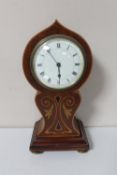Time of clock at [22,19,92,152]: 5:53
